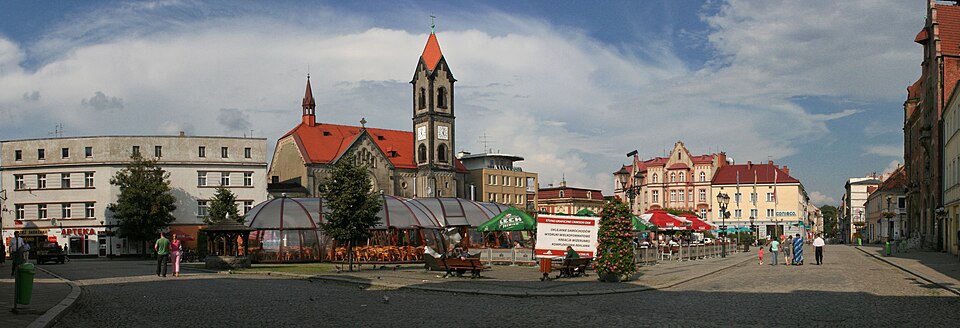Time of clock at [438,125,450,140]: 5:03
